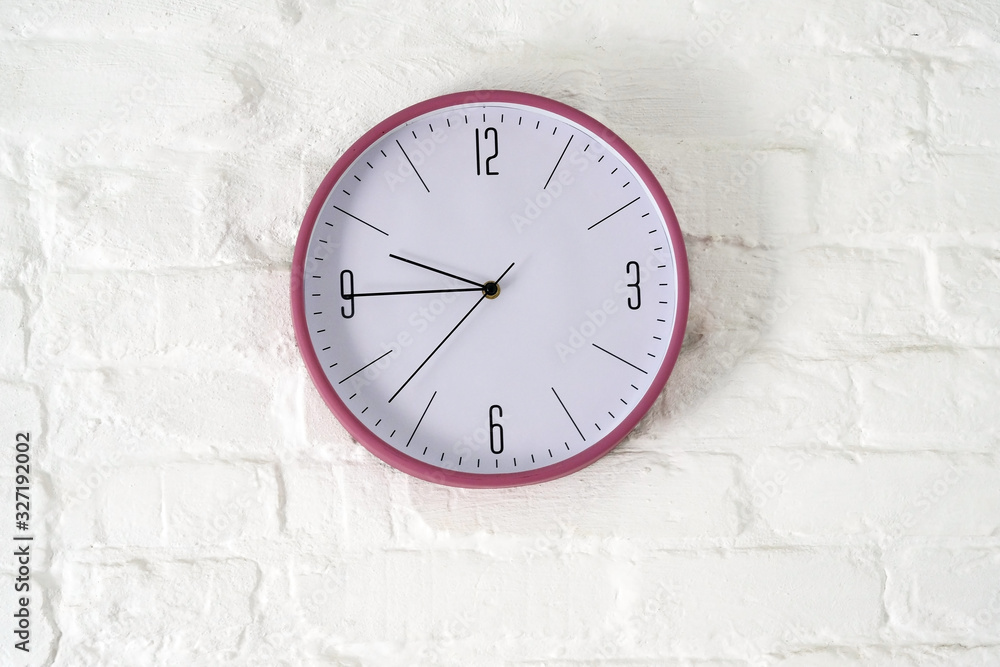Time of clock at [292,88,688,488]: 9:45
